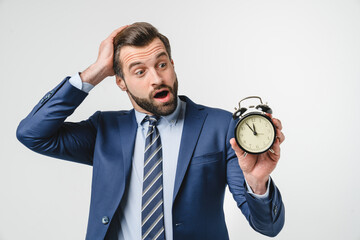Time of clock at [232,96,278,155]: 11:54
